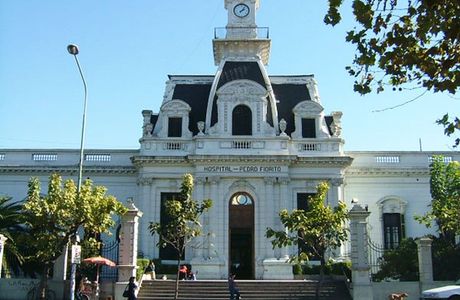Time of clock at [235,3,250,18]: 2:06
